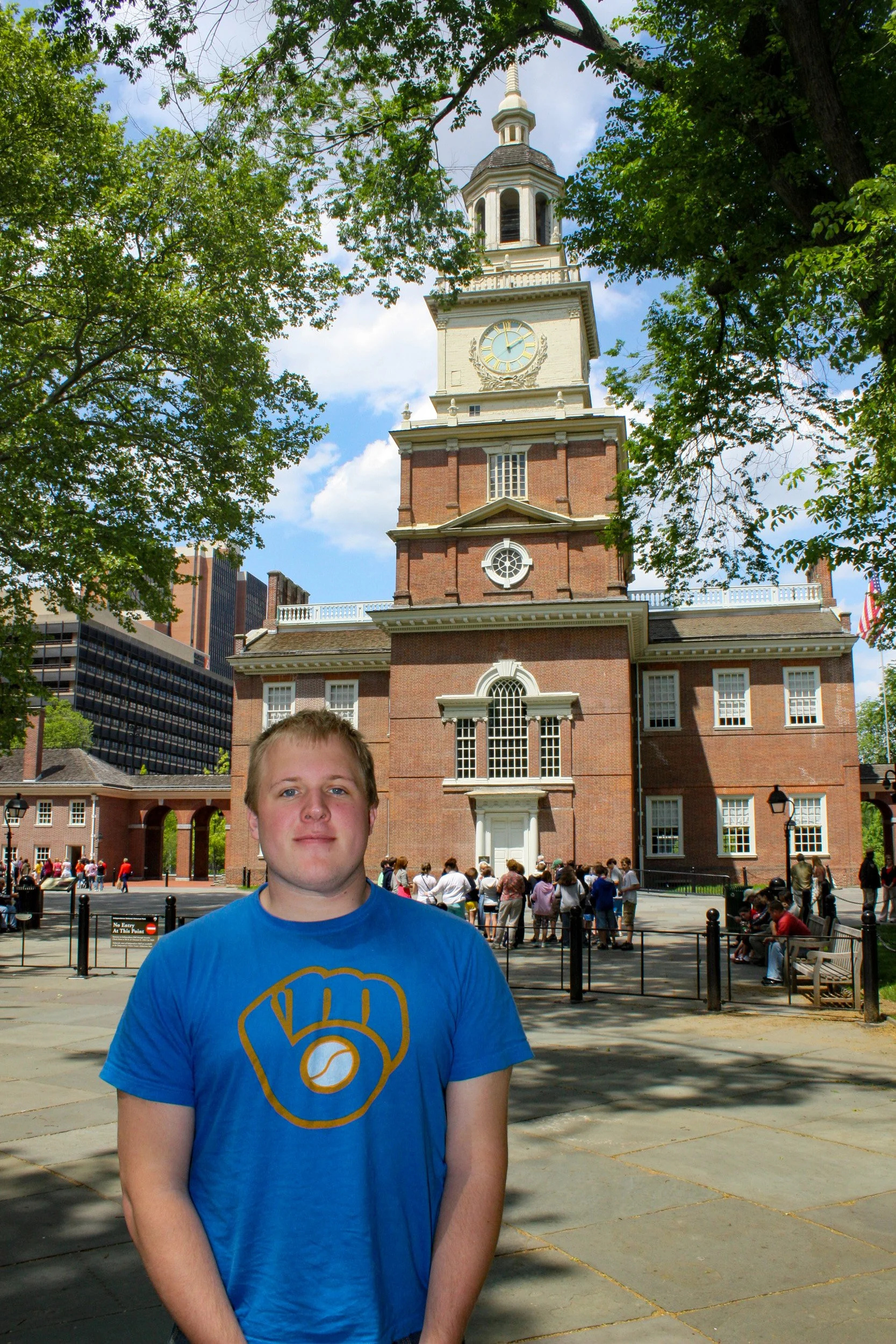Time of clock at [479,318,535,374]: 1:58
